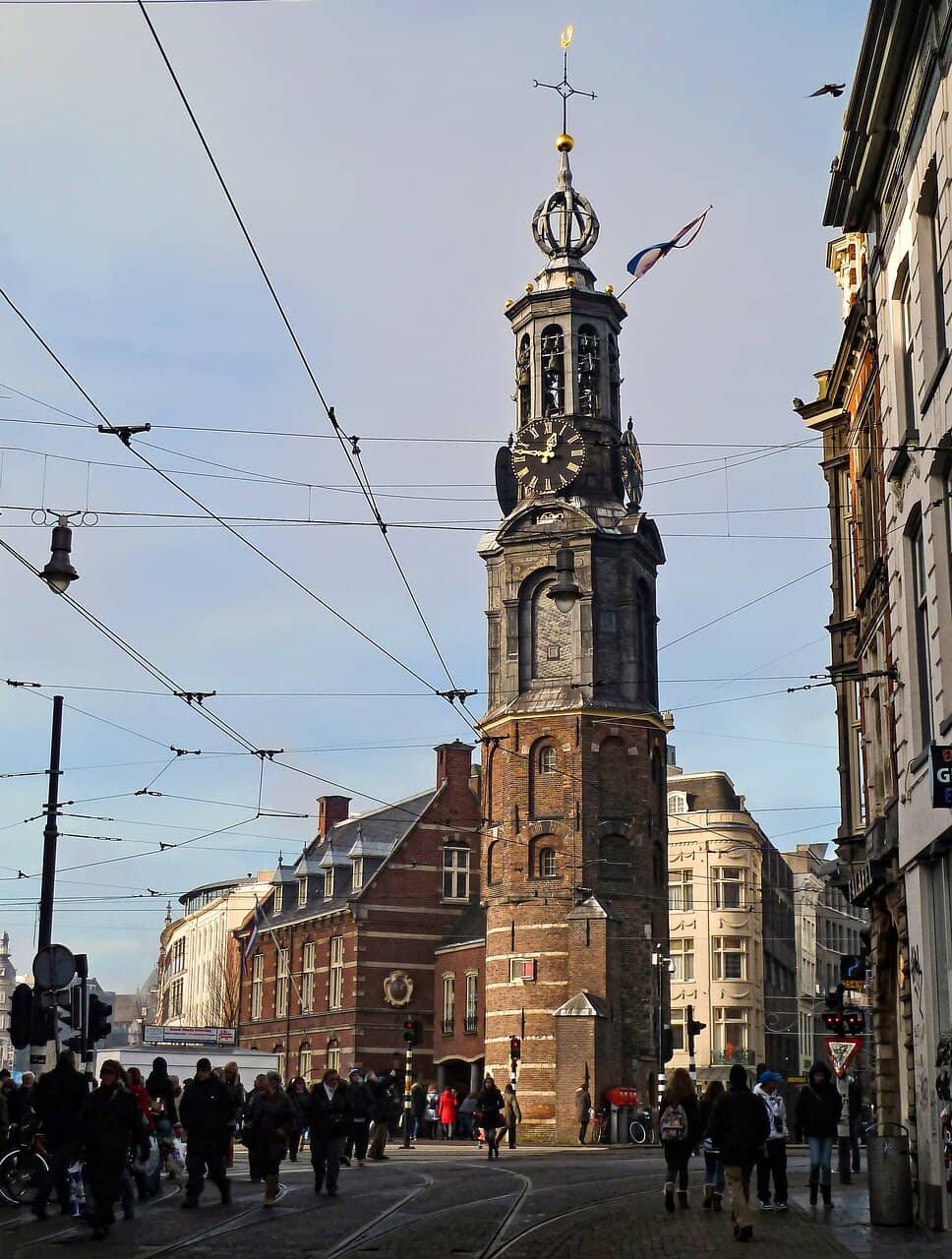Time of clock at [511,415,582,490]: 12:47
